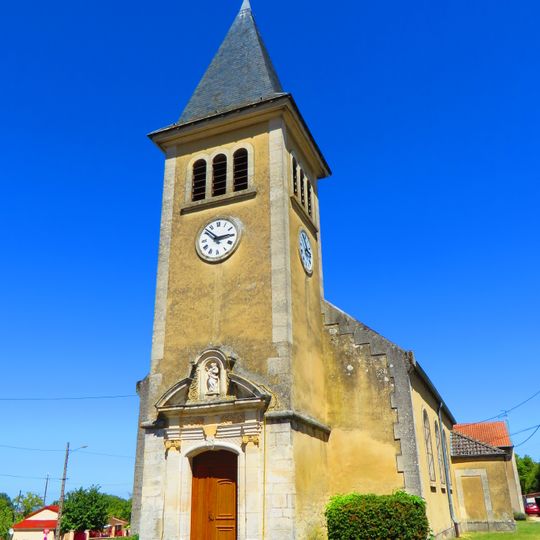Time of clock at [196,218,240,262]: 2:52
